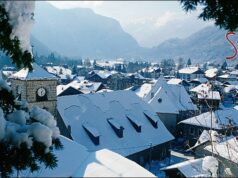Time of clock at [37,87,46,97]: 1:28
